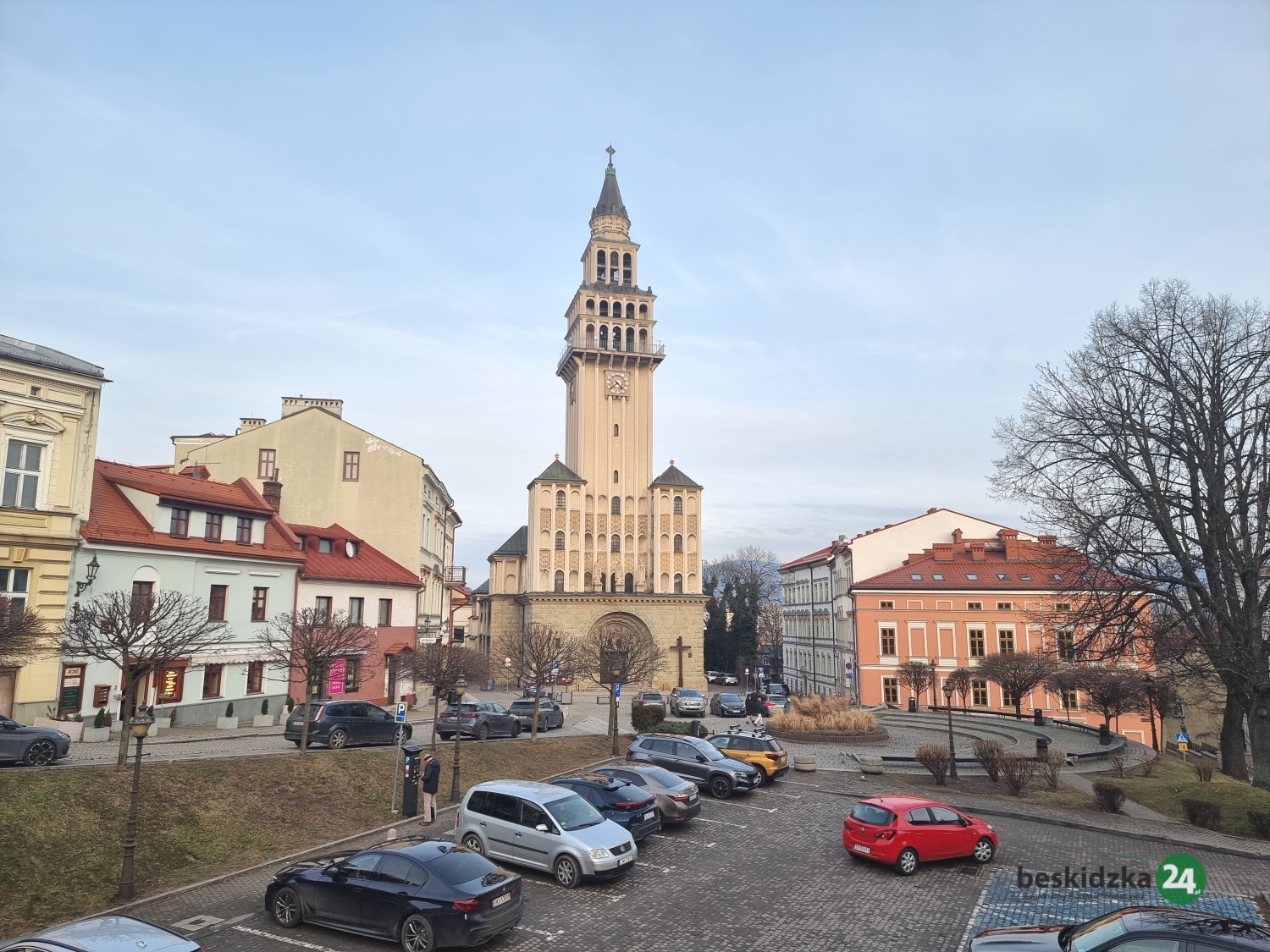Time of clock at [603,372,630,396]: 4:38
